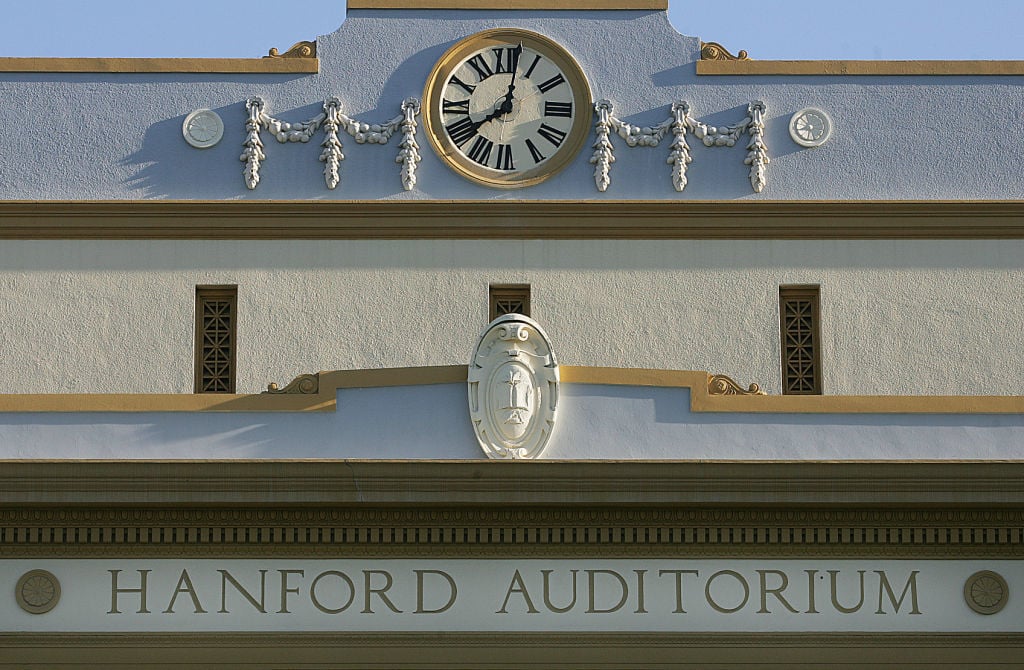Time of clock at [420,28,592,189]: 8:01
